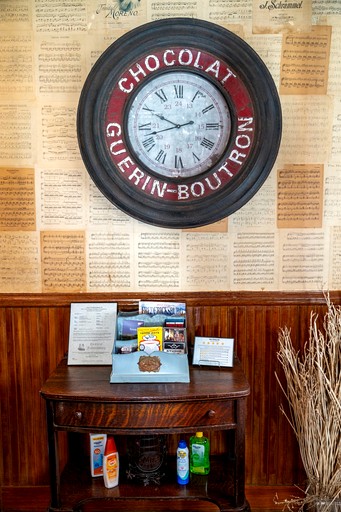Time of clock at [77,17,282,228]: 9:42
